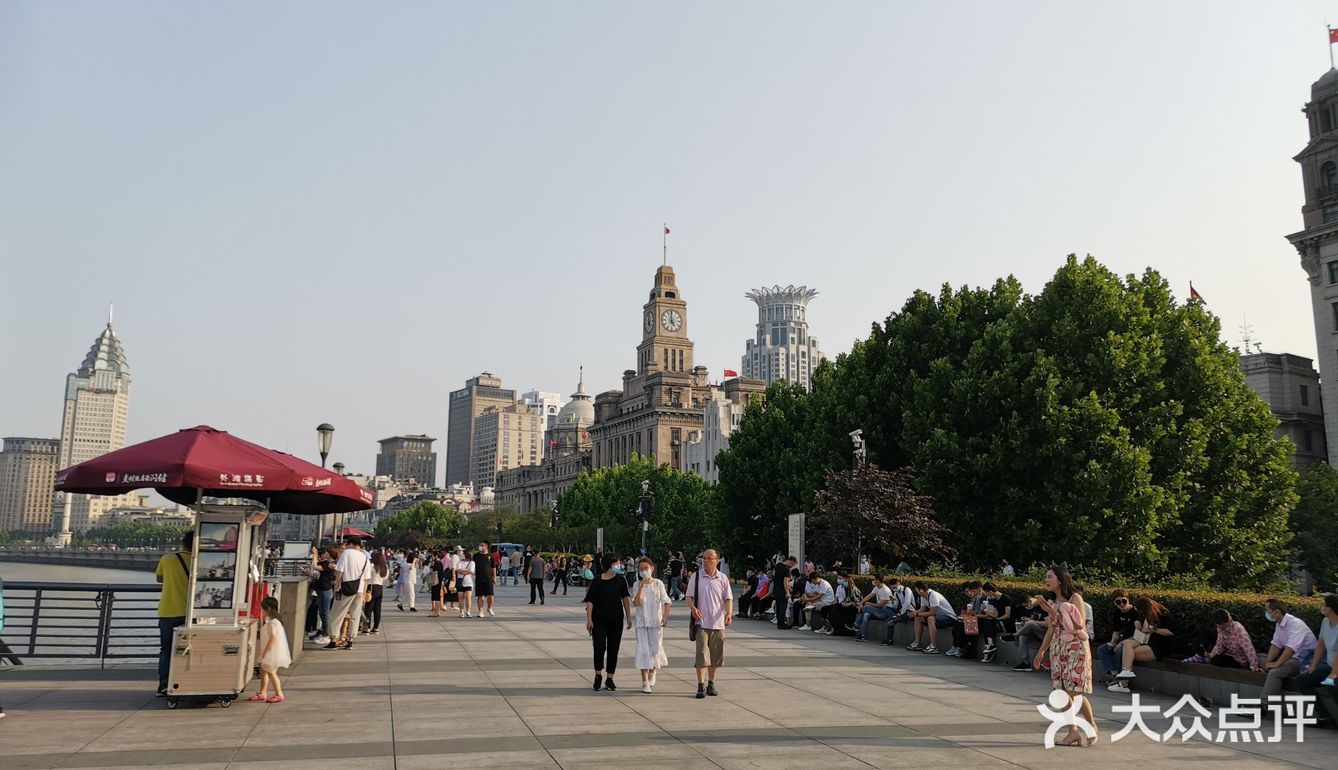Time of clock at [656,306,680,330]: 4:59
